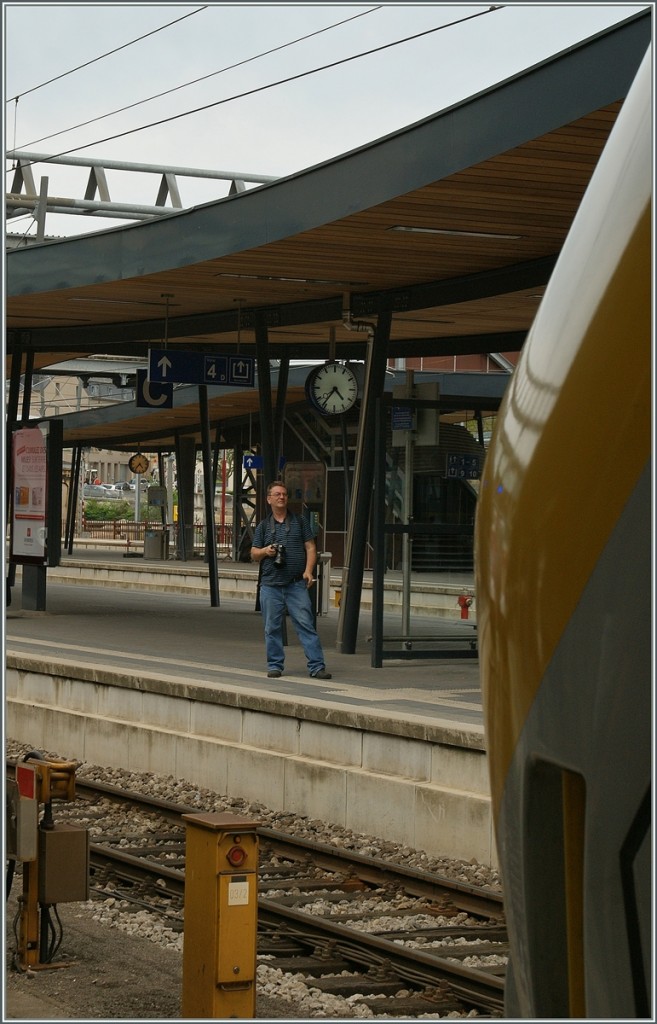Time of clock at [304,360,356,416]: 4:36
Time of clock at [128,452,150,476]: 4:36
